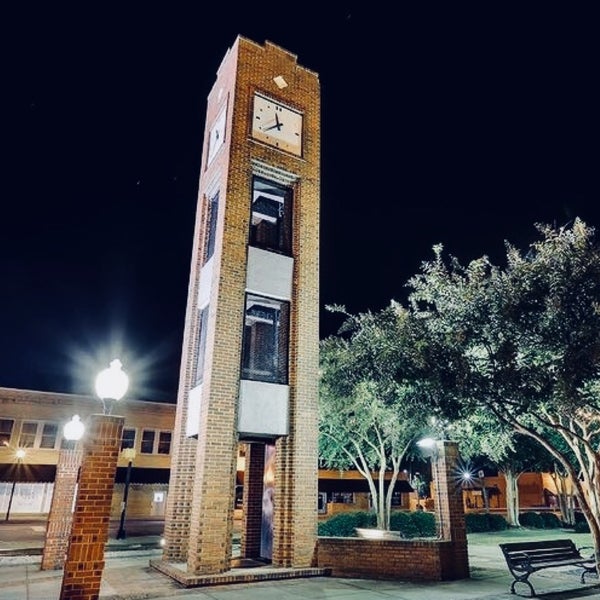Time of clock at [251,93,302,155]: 11:38
